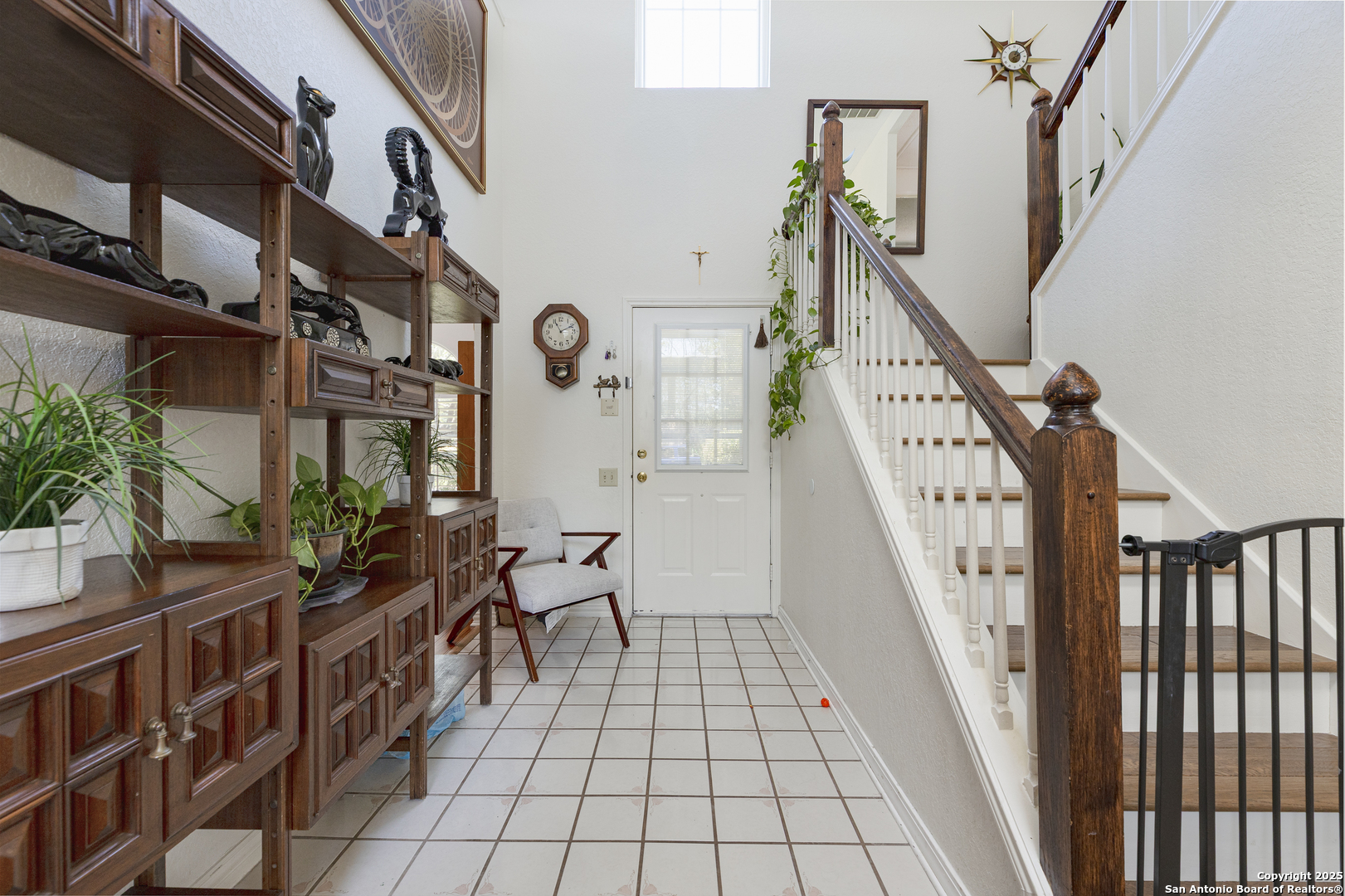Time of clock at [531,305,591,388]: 11:10
